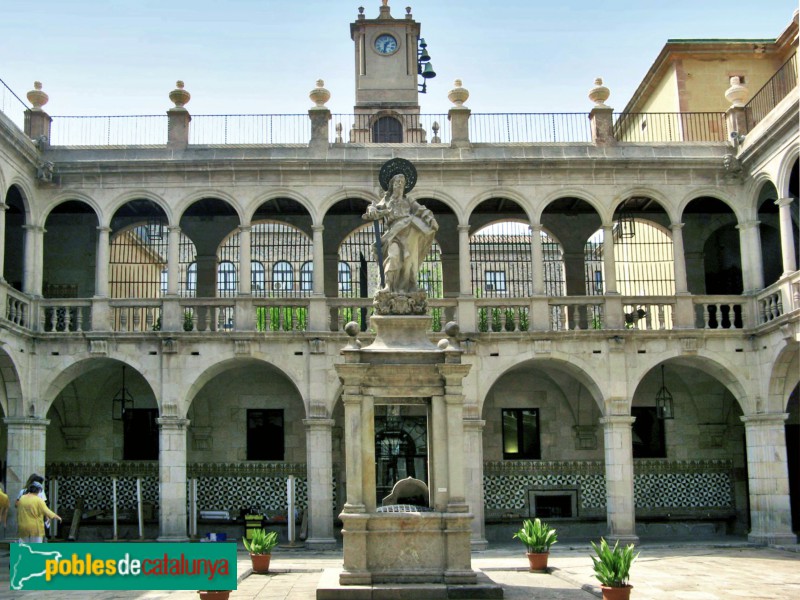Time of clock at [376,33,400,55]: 1:32
